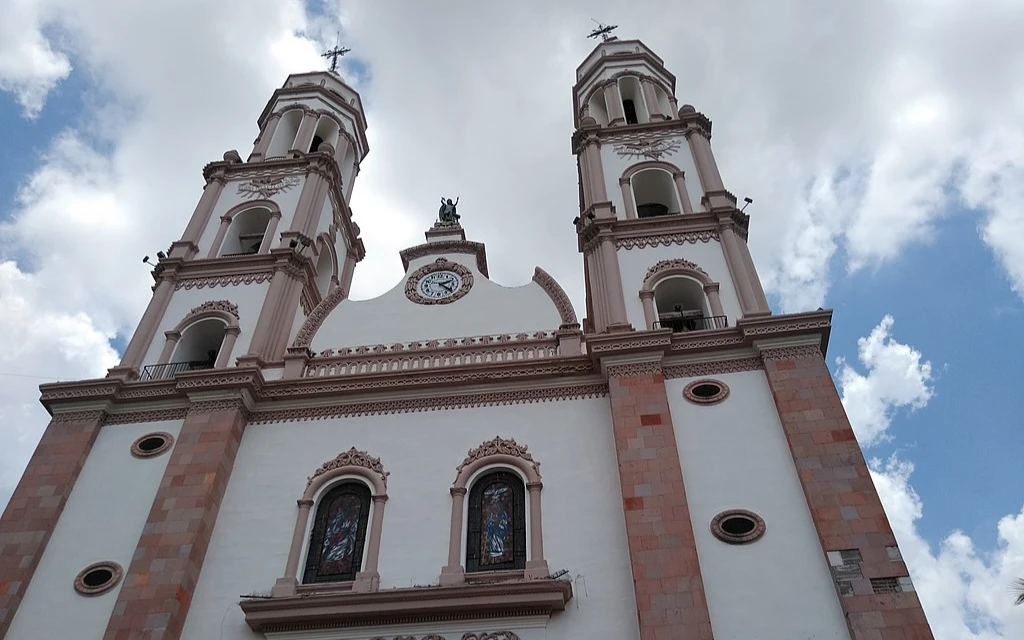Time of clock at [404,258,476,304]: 2:22
